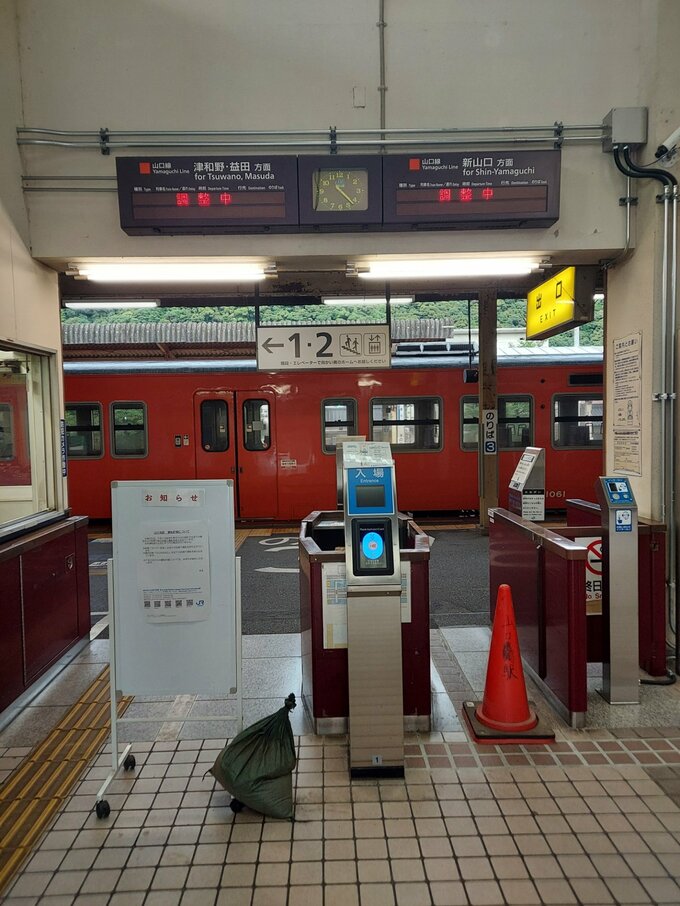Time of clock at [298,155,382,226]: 4:22
